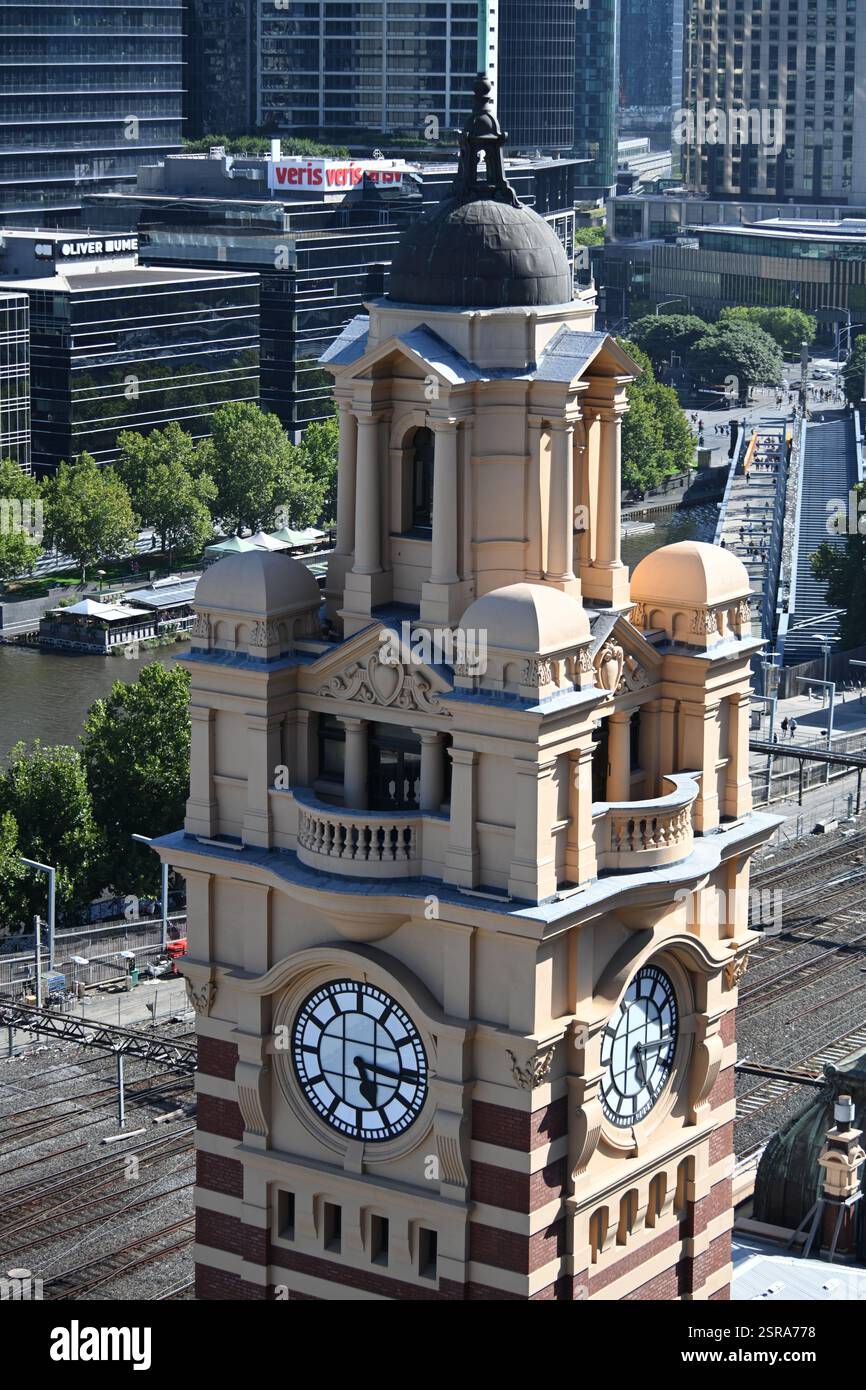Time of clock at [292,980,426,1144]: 5:15
